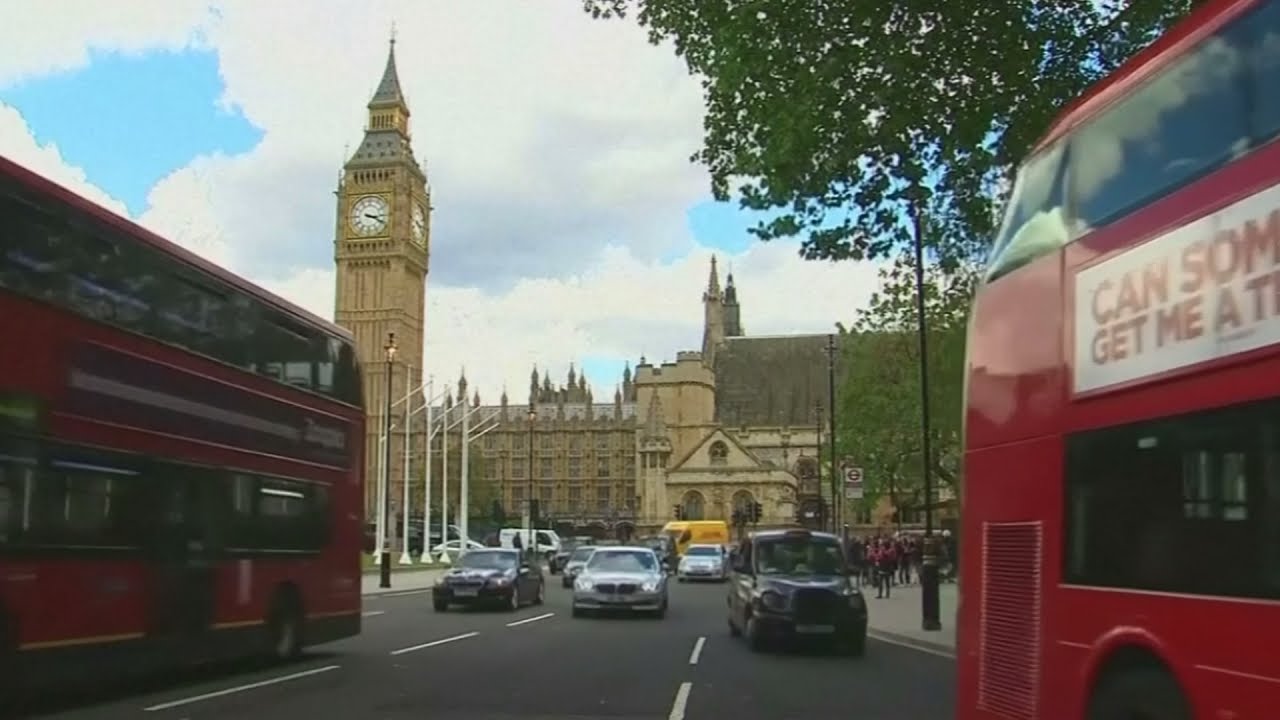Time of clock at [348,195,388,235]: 3:19
